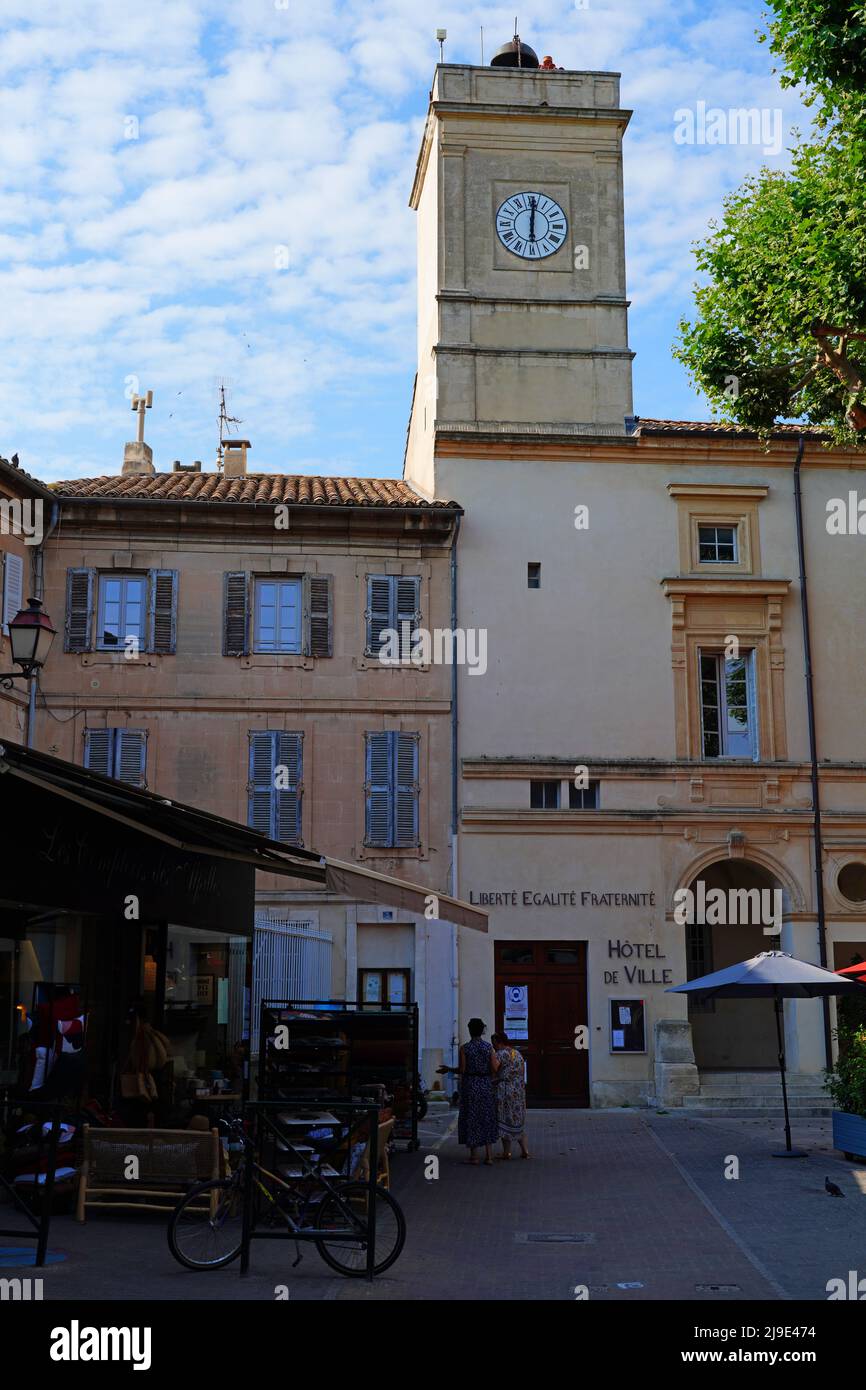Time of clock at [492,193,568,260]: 6:00
